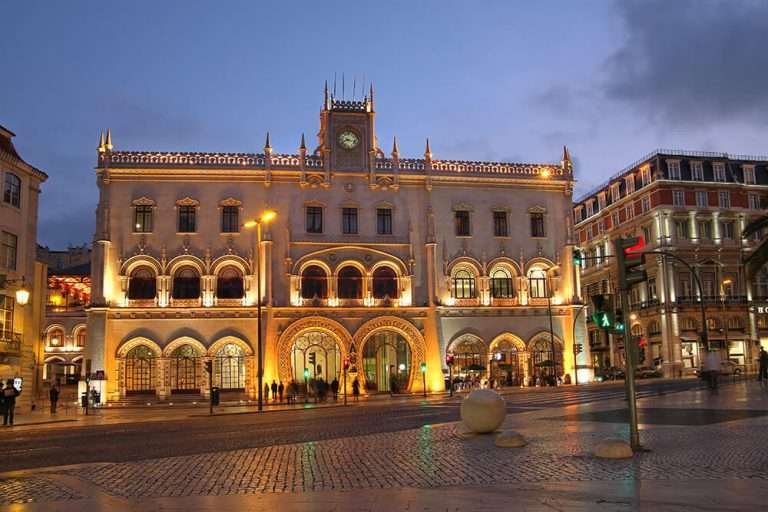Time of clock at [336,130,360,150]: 8:17
